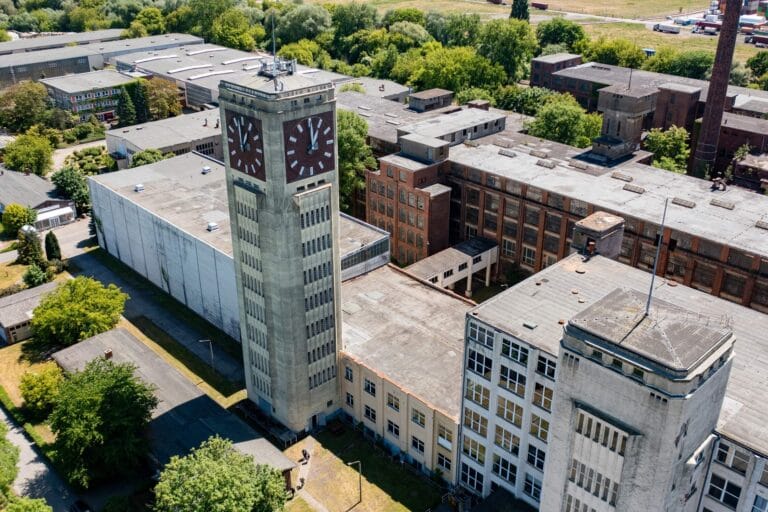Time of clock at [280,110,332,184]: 1:00
